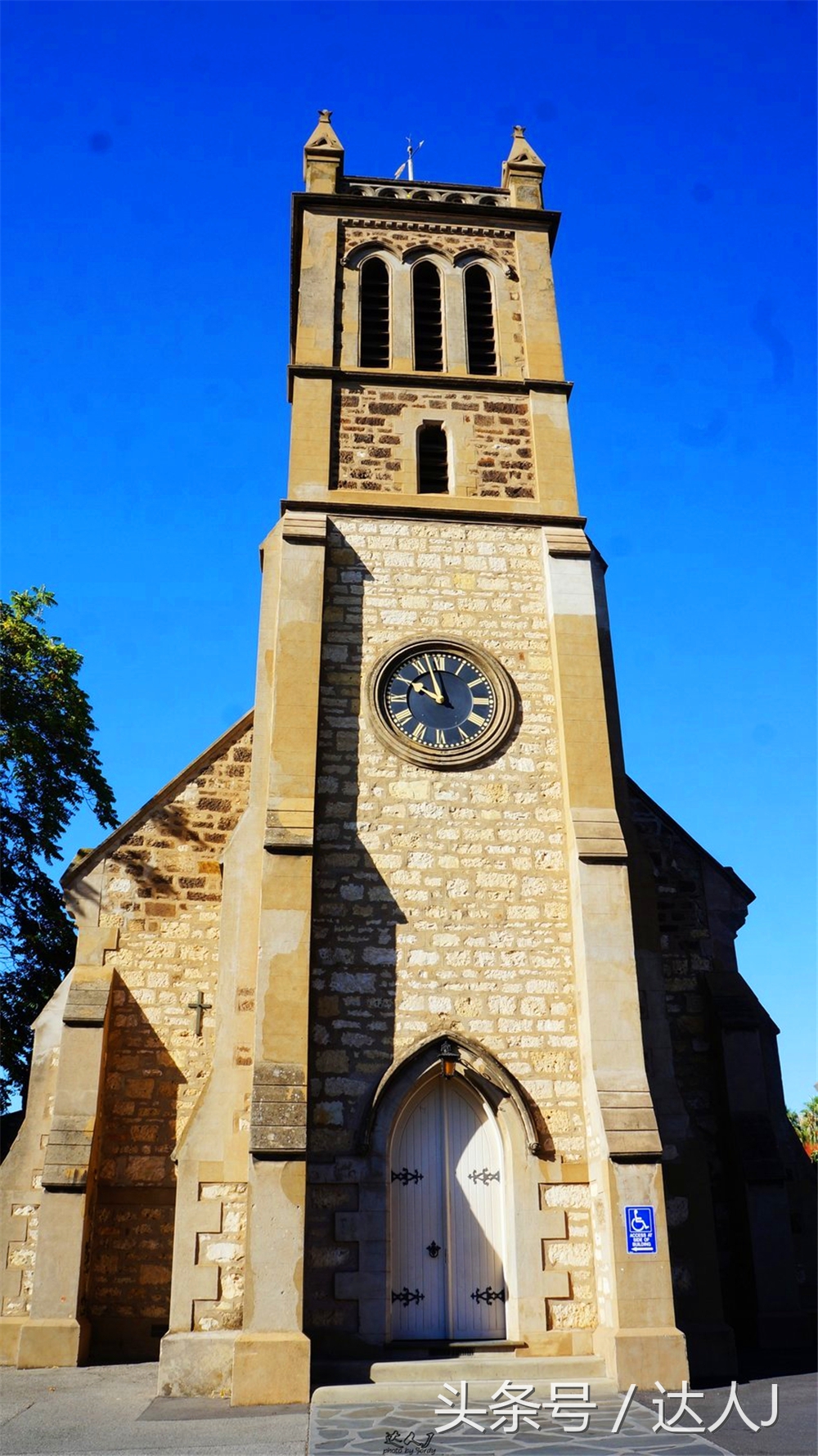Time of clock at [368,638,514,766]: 9:57
